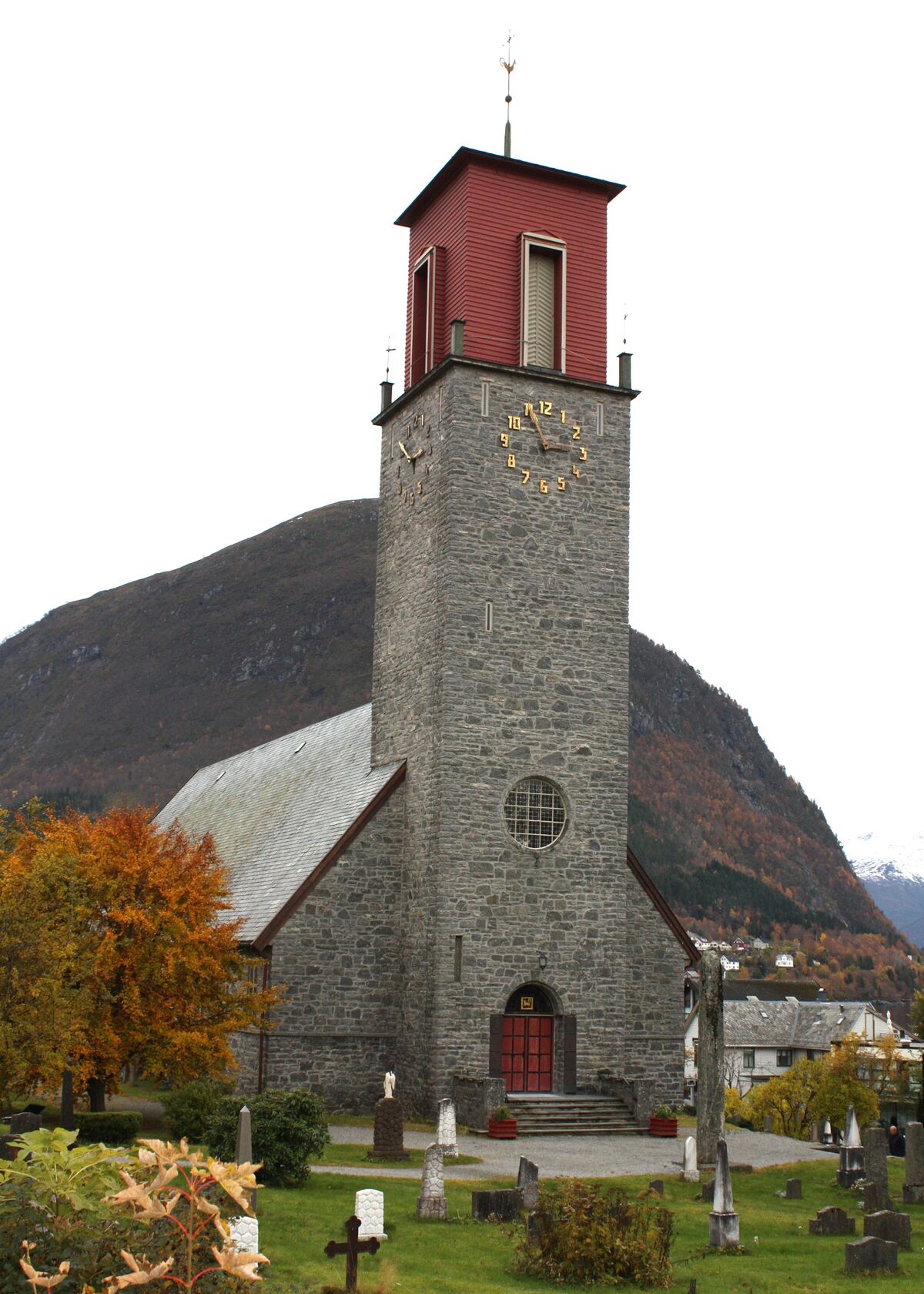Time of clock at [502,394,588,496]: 2:56
